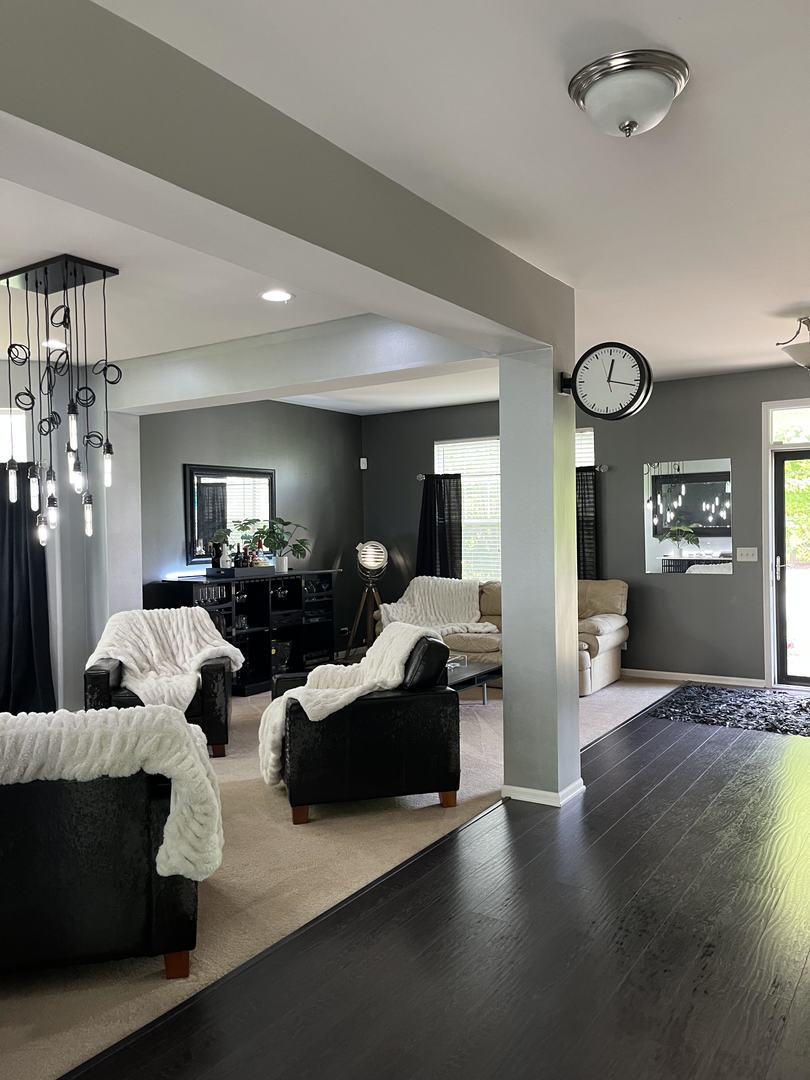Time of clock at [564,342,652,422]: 12:16
